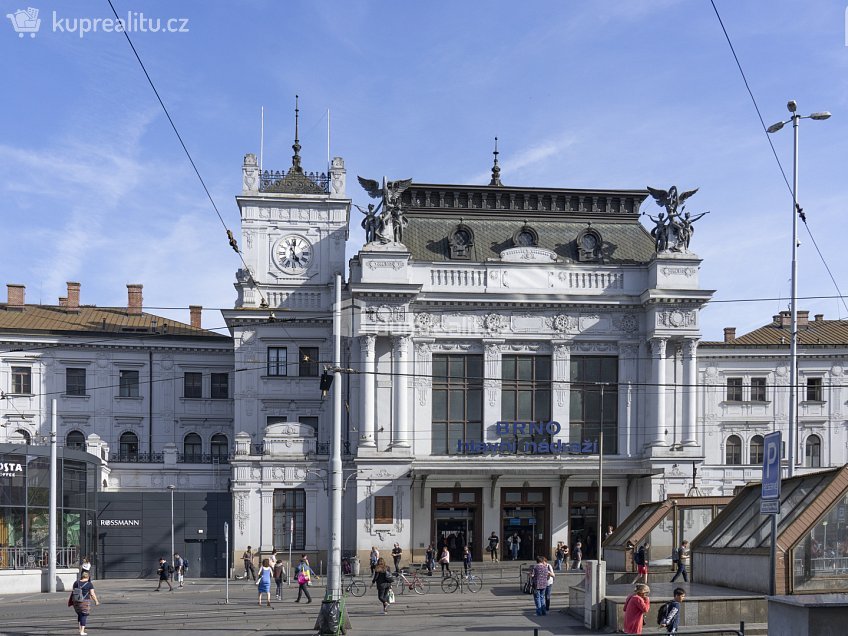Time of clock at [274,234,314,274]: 5:00
